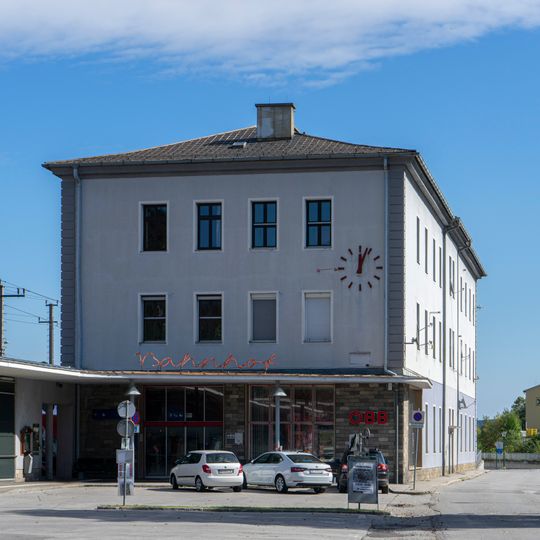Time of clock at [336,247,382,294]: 12:03
